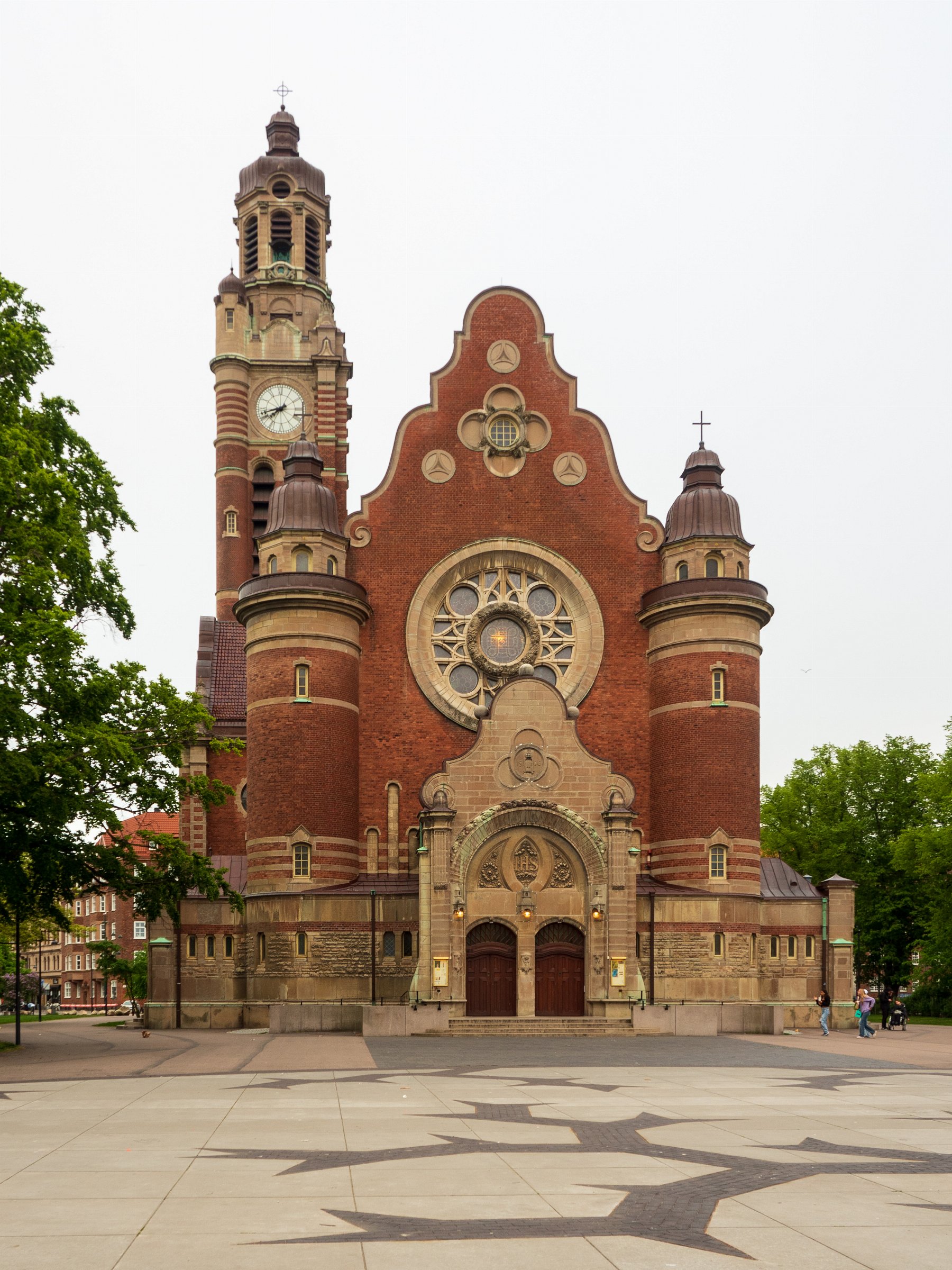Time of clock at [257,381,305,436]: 7:42
